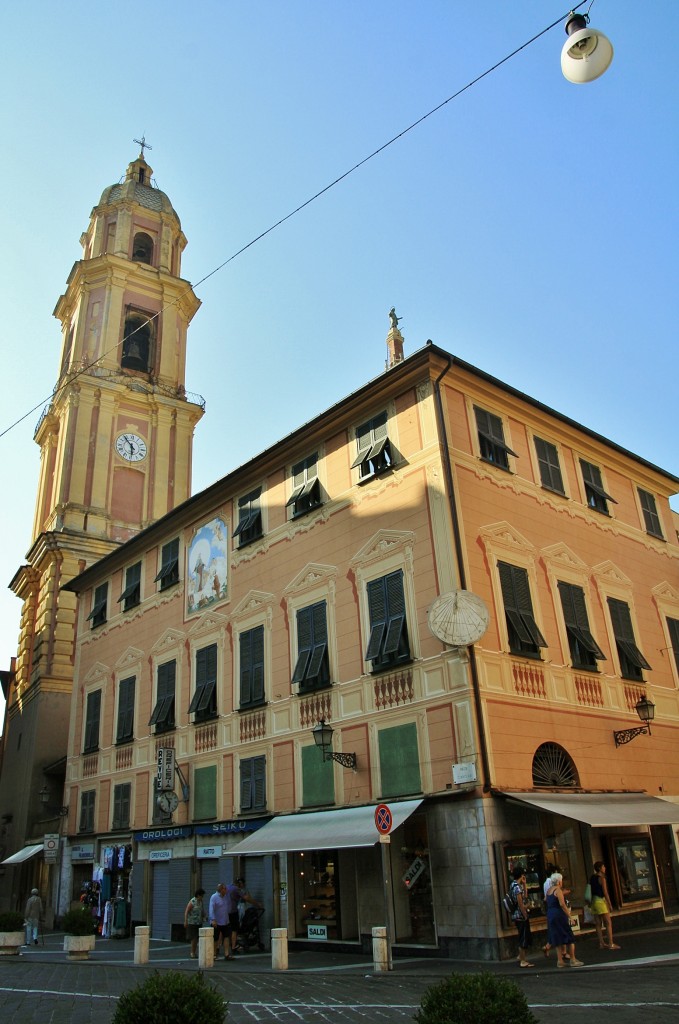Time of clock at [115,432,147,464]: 5:53
